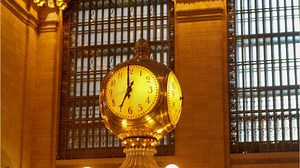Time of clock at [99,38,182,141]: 7:00
